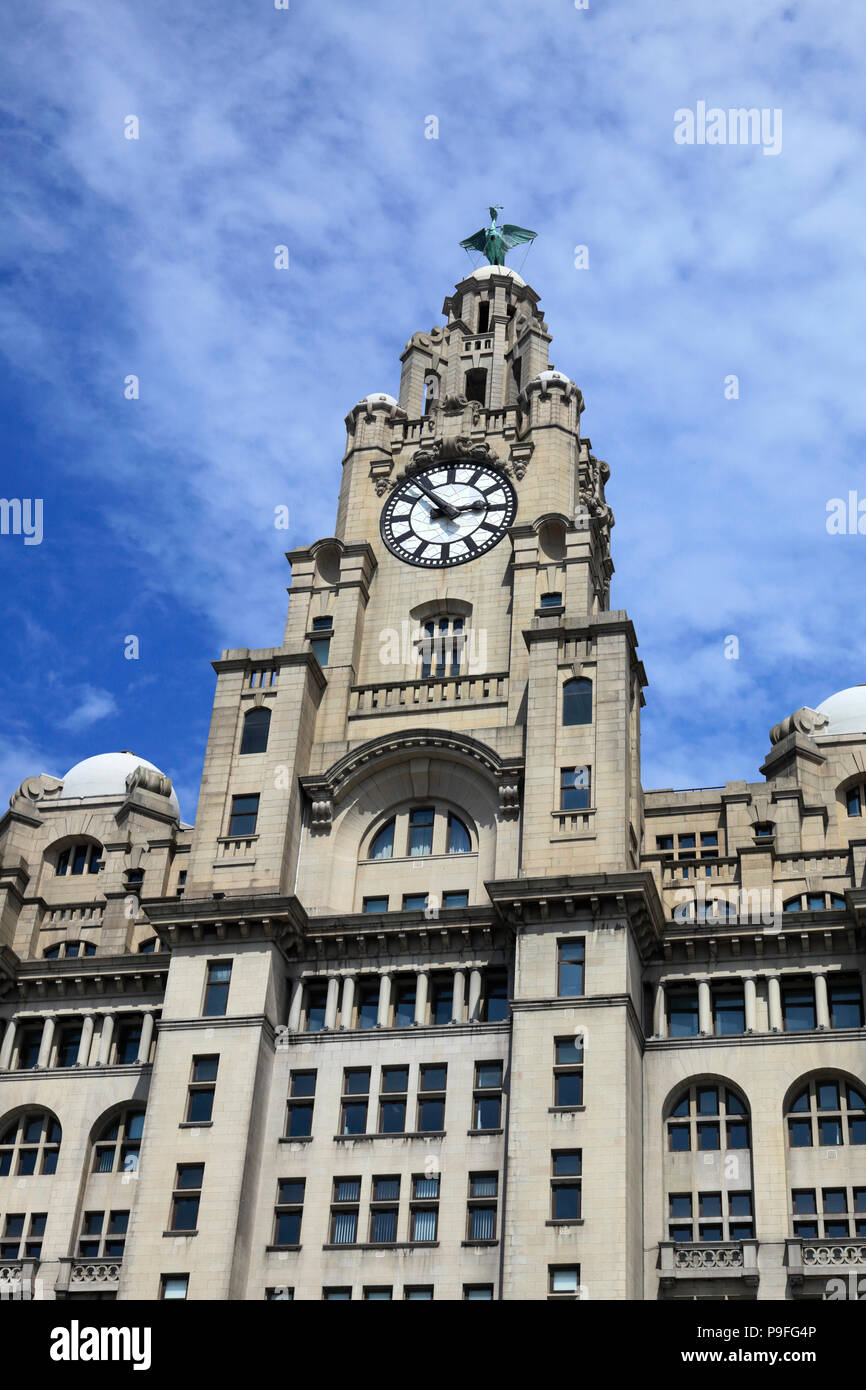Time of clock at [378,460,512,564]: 2:52
